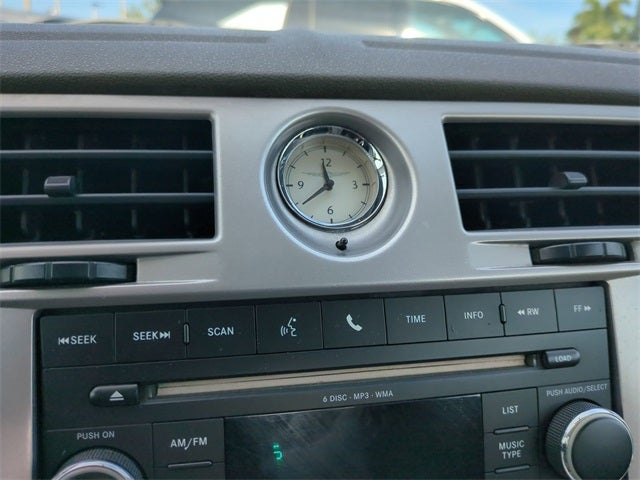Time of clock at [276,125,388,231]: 11:39
